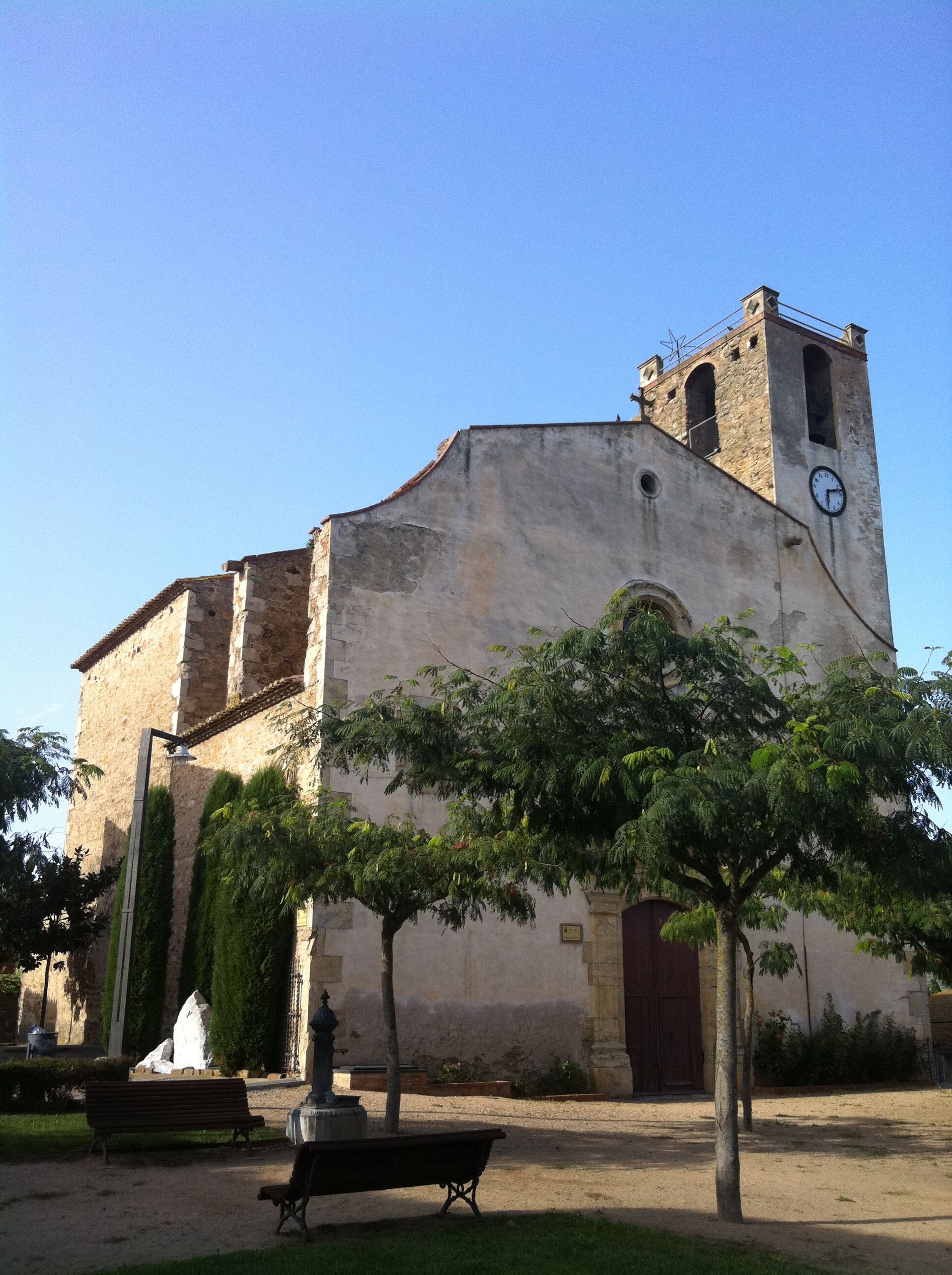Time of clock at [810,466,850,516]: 6:12
